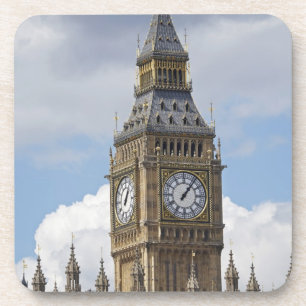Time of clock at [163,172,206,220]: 1:06
